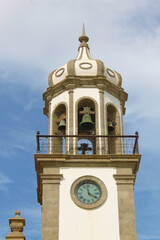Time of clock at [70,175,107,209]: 3:58
